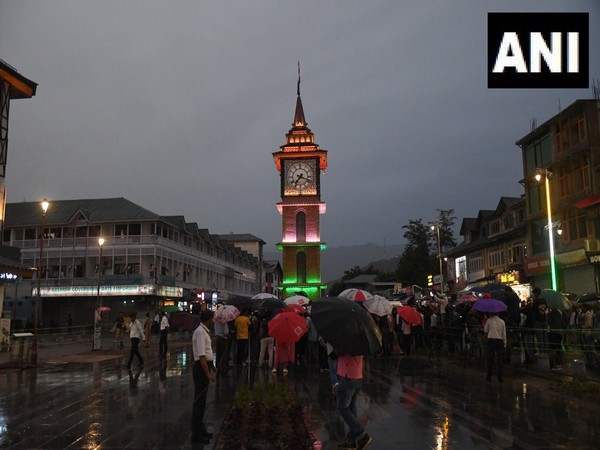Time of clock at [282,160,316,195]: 7:18
